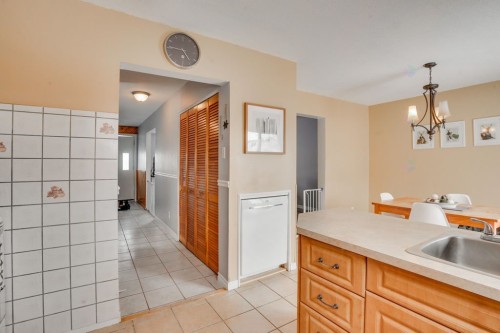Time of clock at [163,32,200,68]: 4:45
